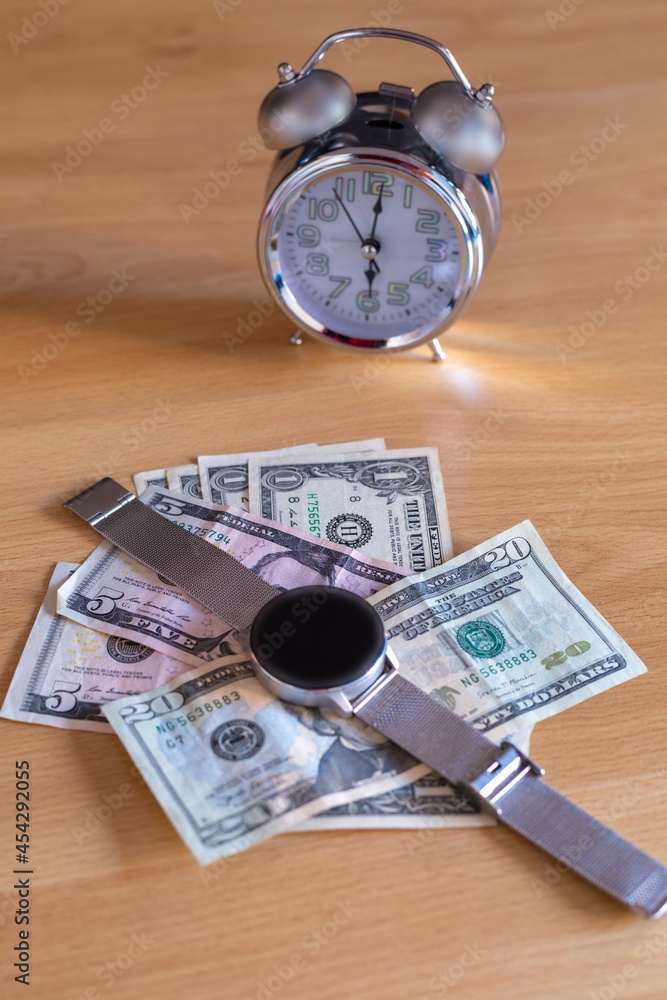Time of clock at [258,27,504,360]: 6:01
